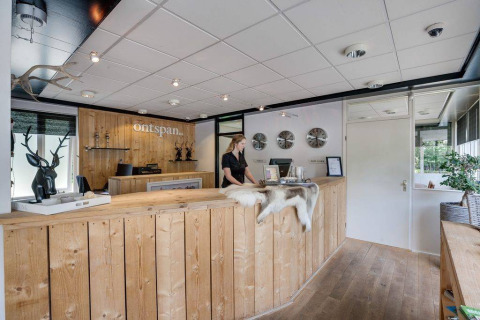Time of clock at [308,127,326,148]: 12:28
